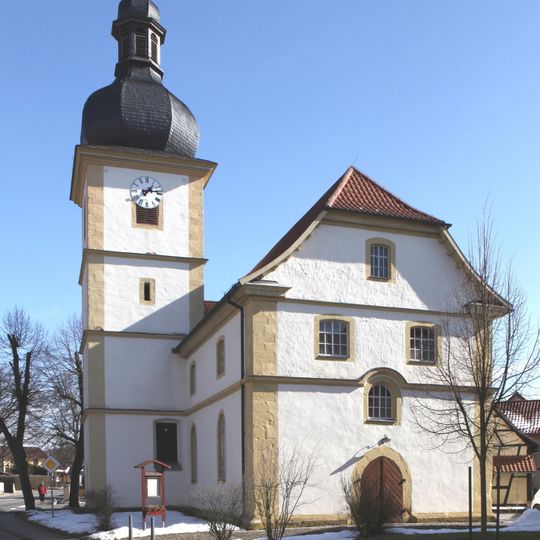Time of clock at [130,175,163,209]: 1:13
